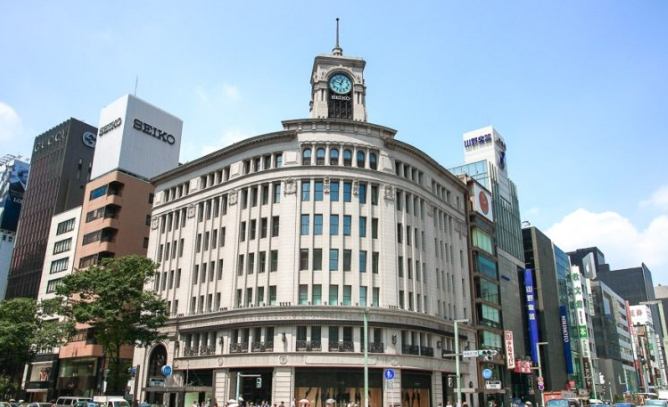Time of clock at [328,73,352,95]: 12:48
